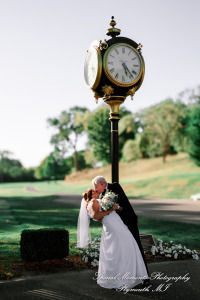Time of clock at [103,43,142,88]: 5:23
